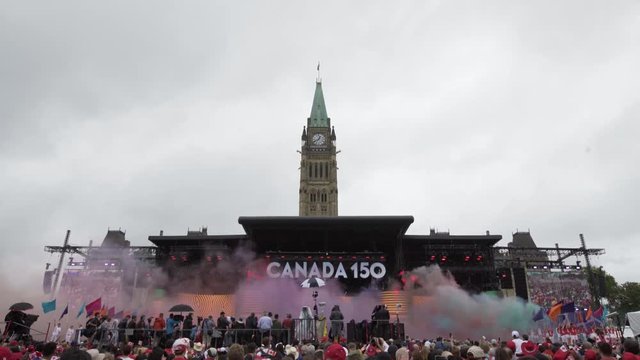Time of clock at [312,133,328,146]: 12:40
